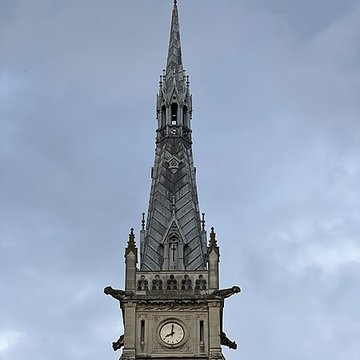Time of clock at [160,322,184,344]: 8:01
